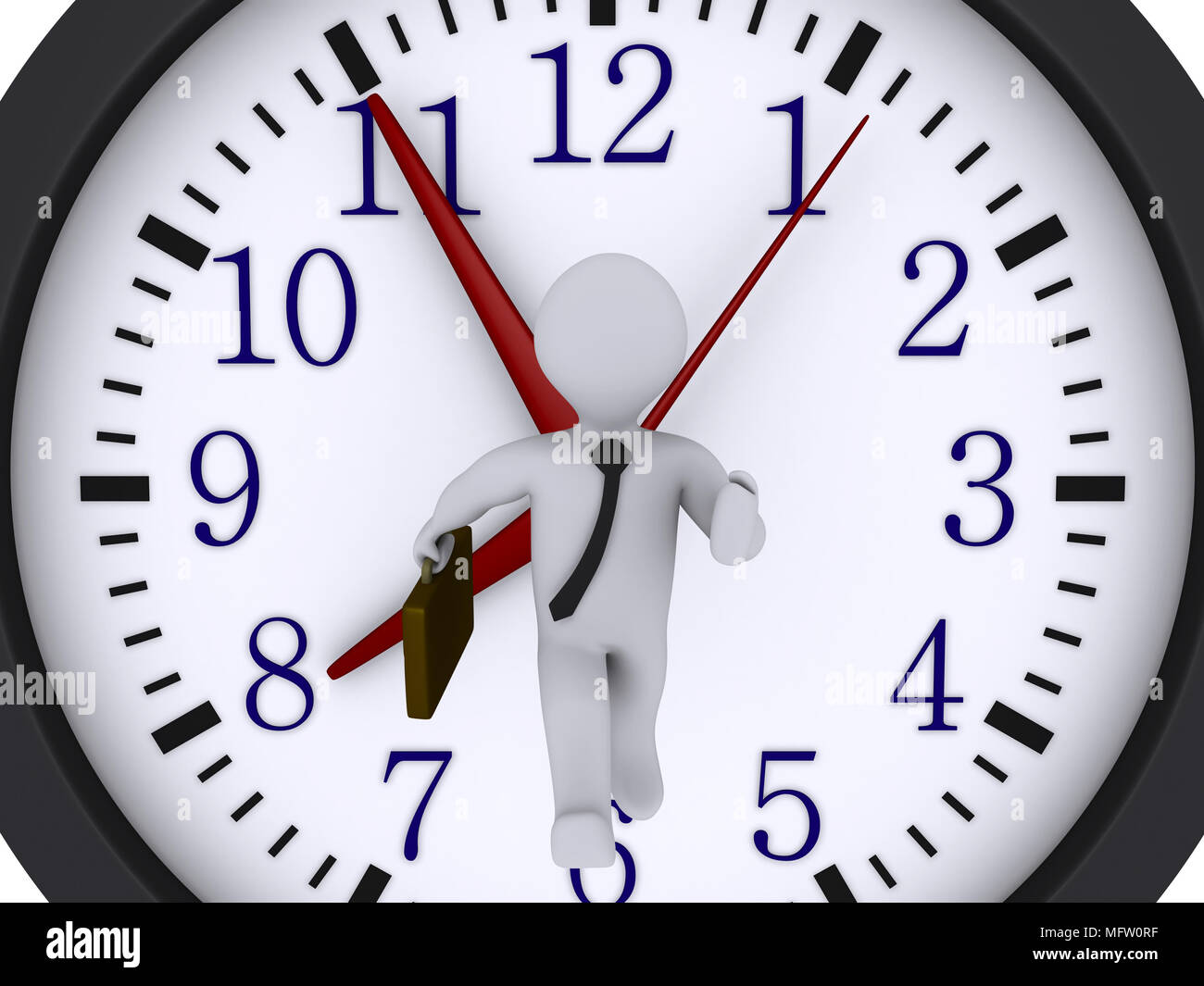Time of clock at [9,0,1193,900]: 6:54
